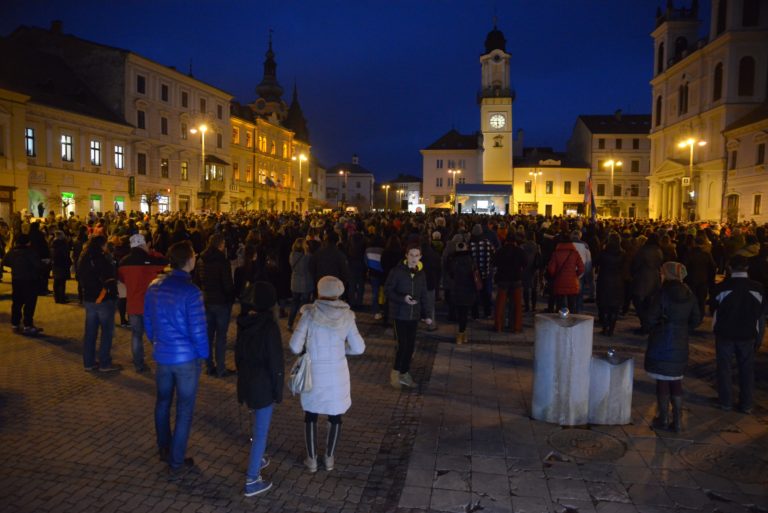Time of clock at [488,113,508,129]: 5:45
